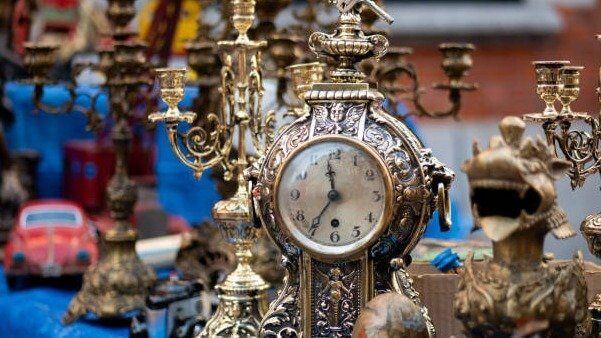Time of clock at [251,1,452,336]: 11:34
